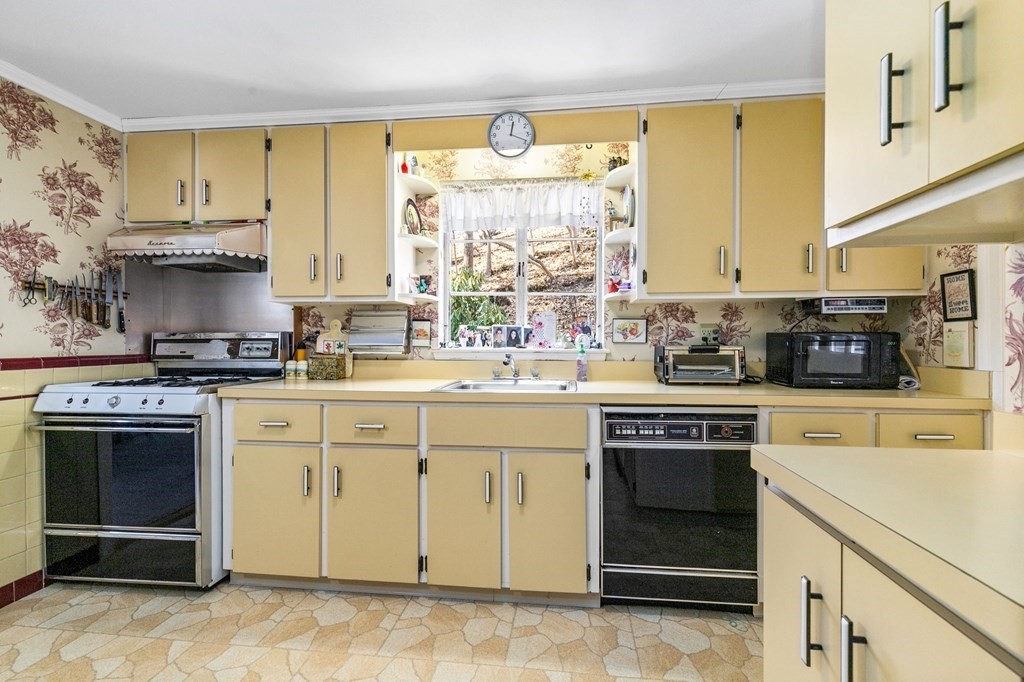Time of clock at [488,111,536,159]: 12:18
